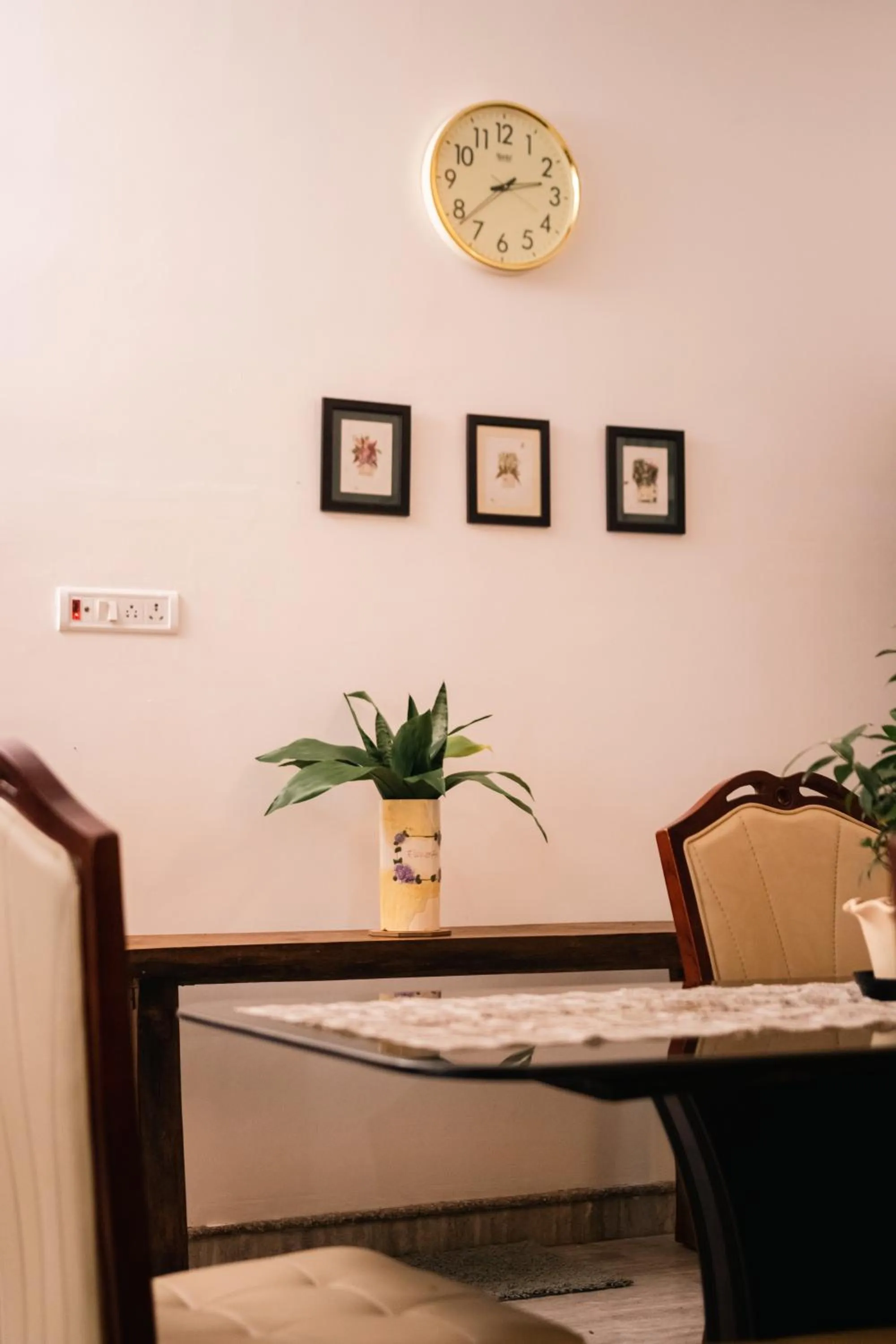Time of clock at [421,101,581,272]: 2:38
